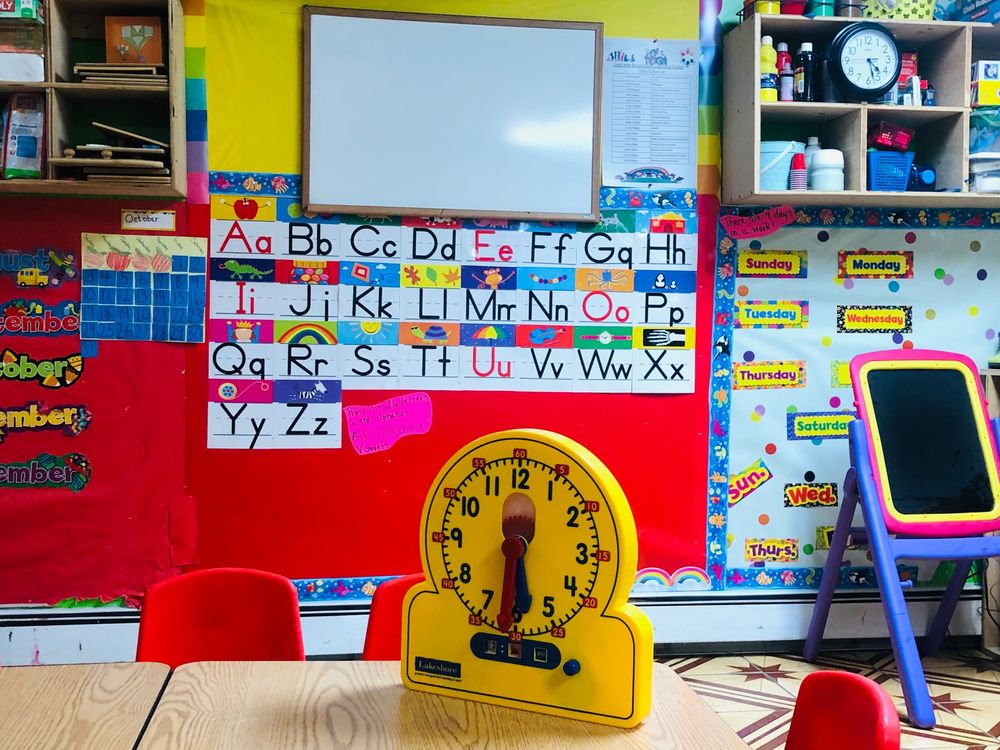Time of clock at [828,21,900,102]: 4:27
